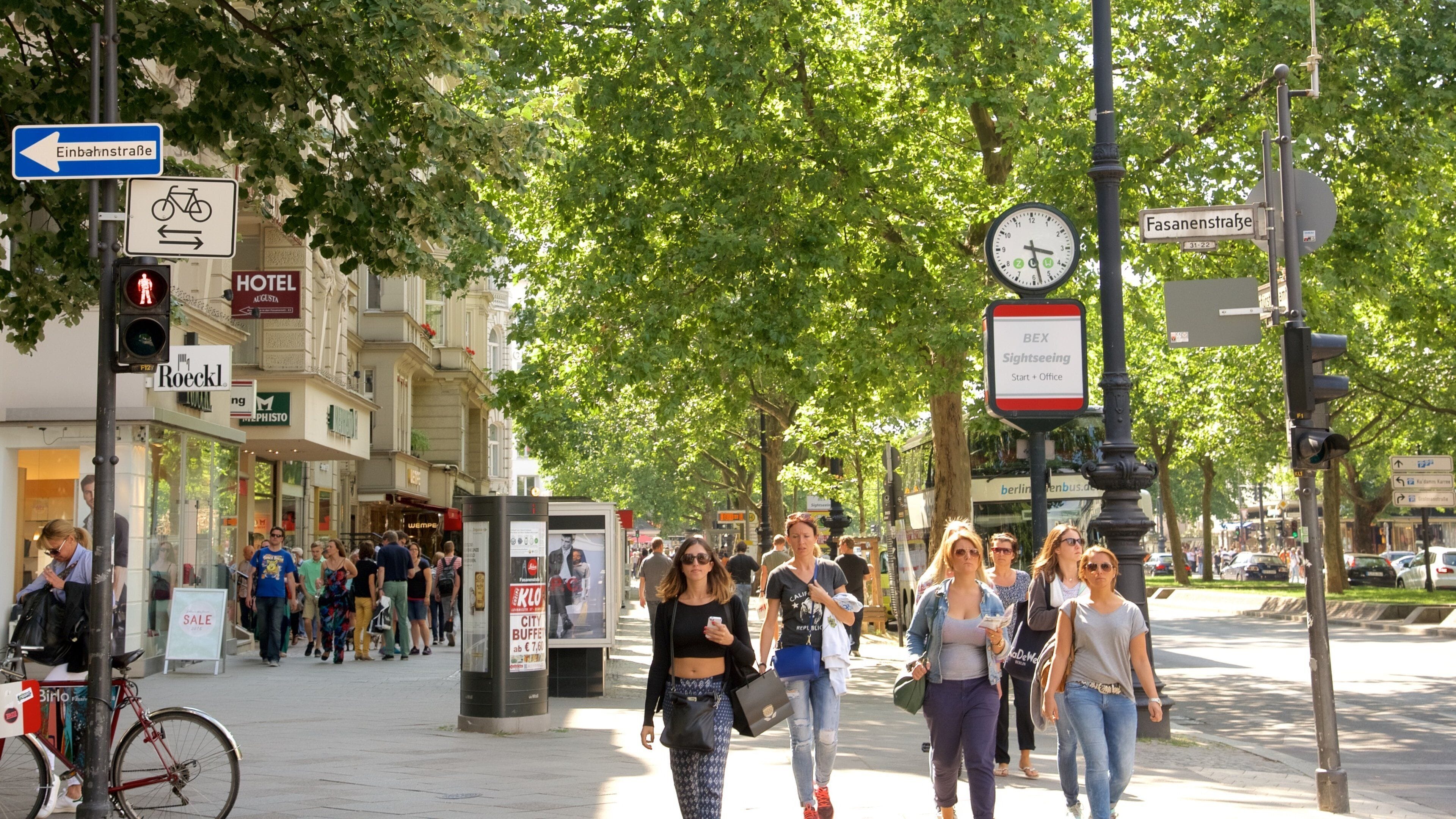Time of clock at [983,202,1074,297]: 3:28
